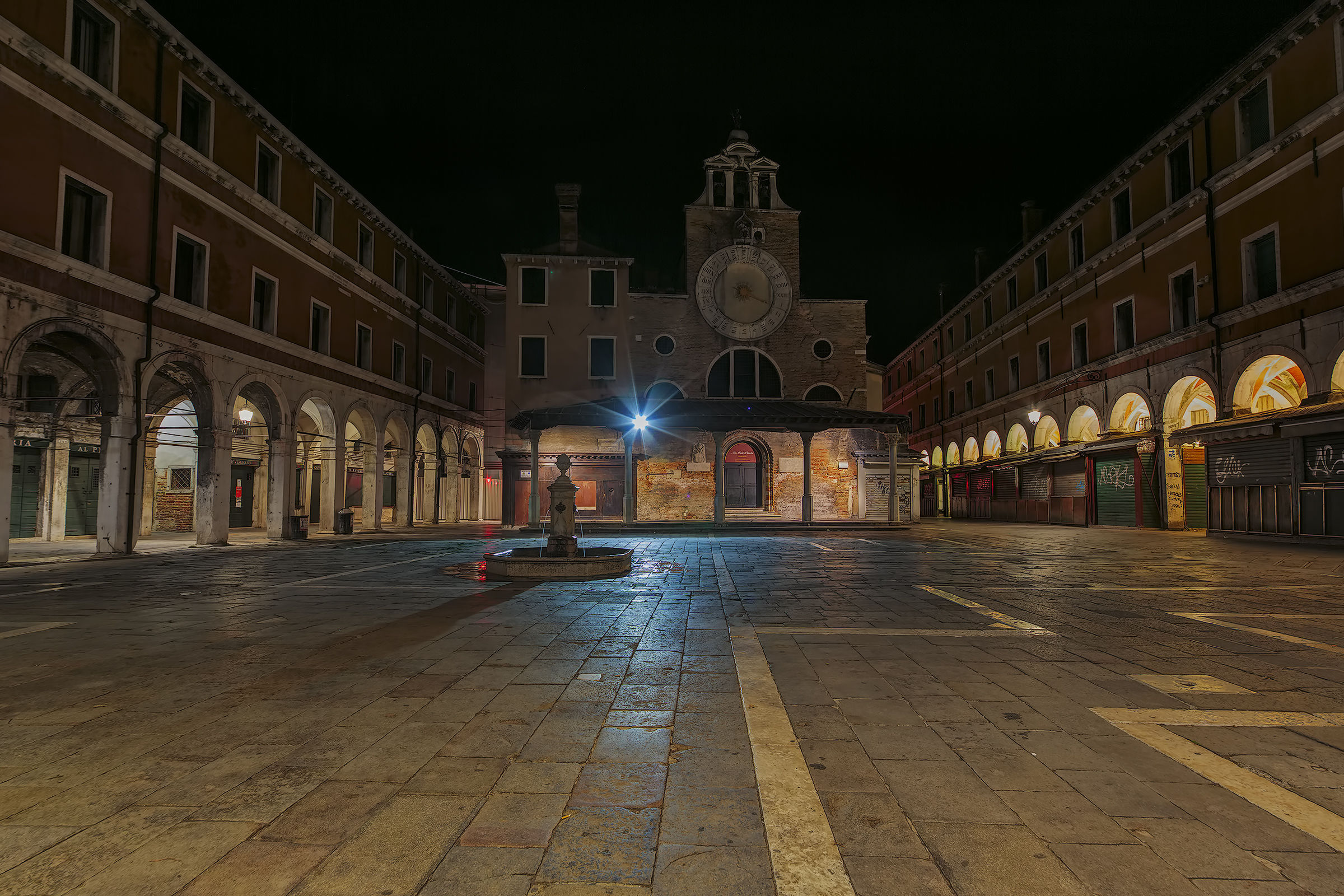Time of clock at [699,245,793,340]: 7:18
